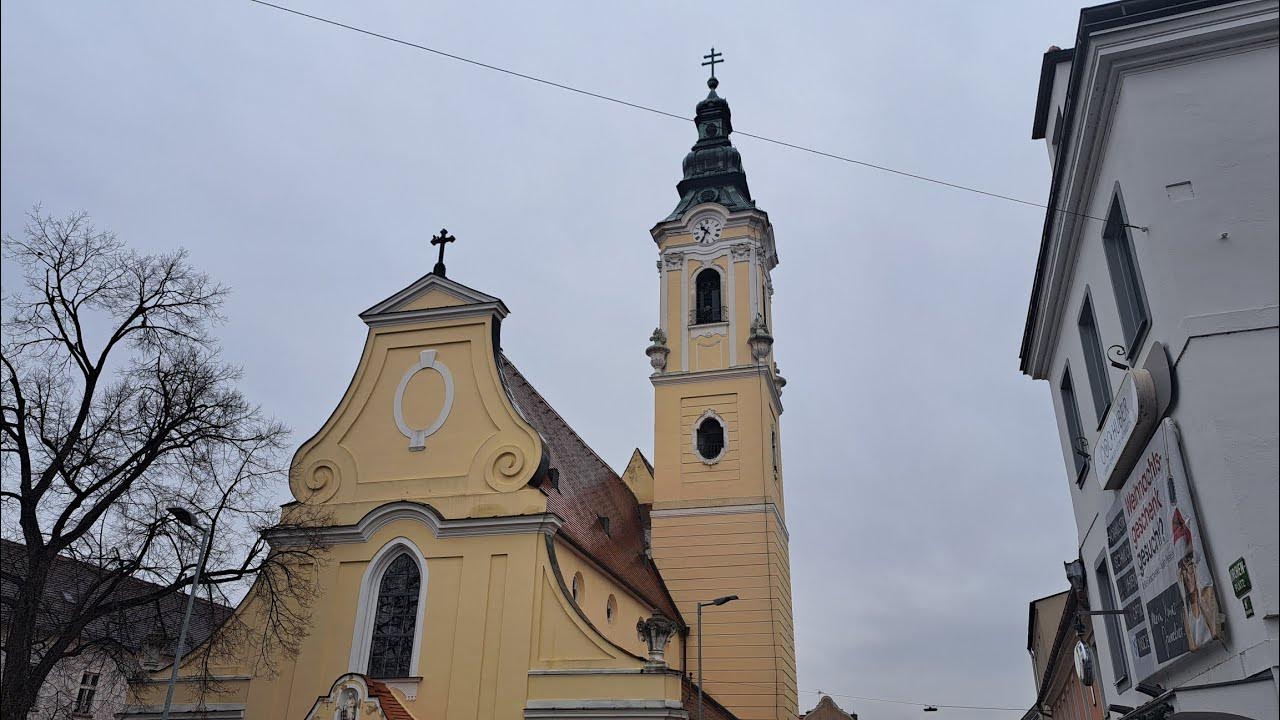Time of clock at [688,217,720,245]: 10:34
